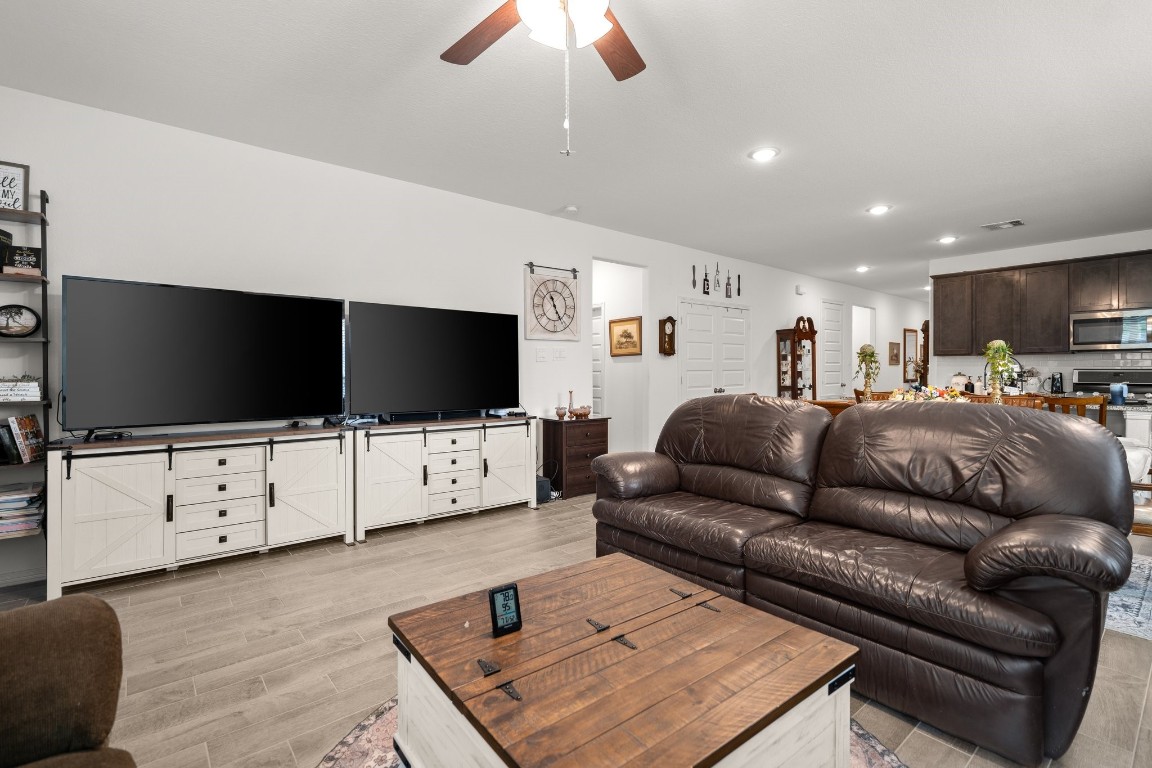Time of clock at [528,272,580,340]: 11:25
